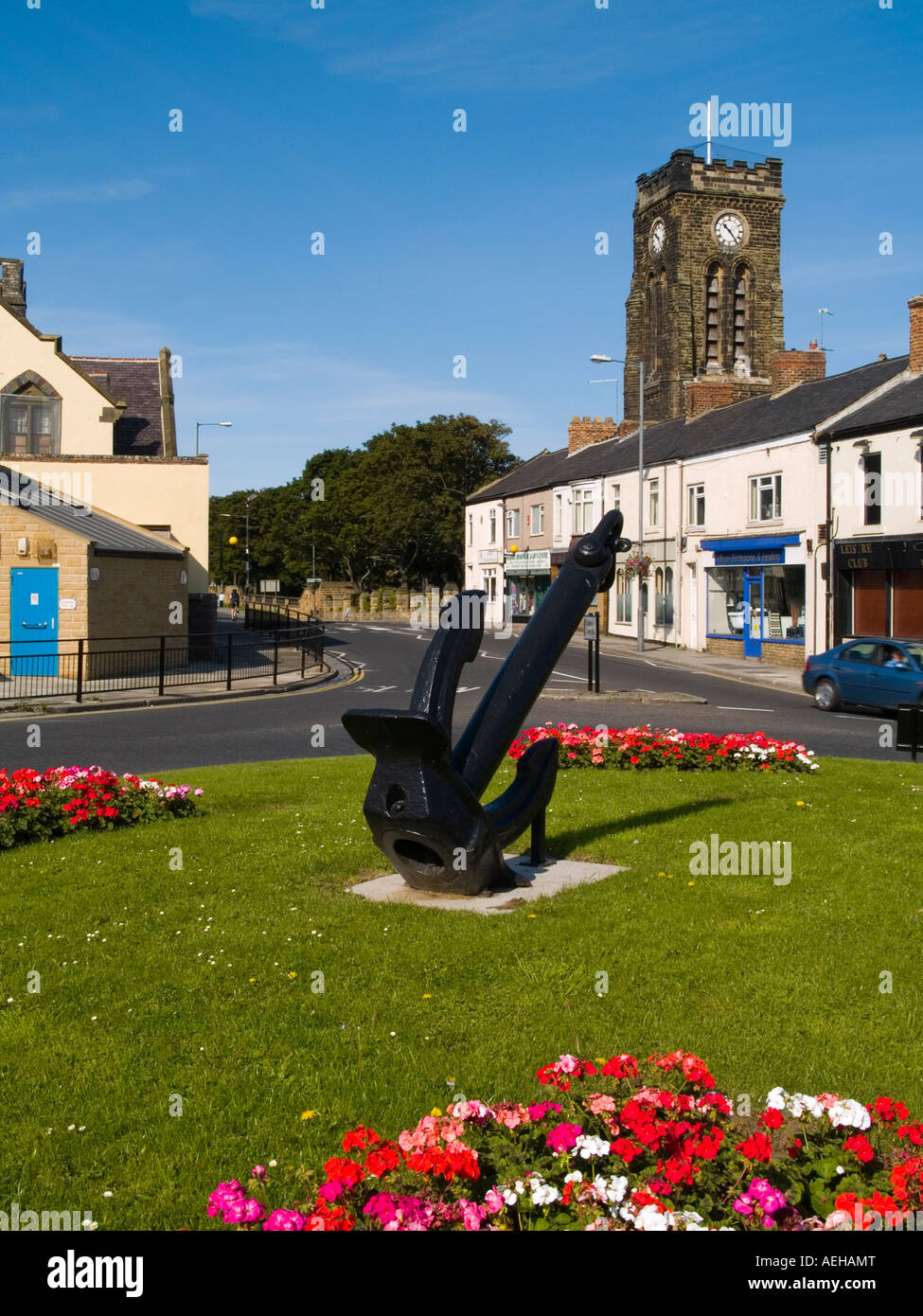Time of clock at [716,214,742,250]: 10:24
